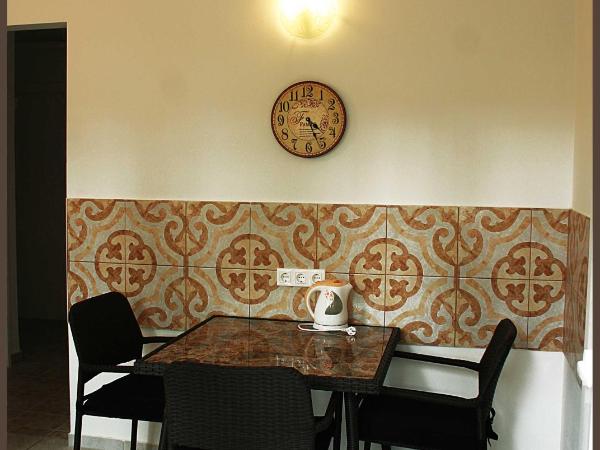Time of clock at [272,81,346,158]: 4:26
